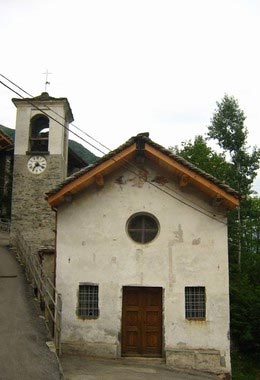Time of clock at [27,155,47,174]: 7:18
